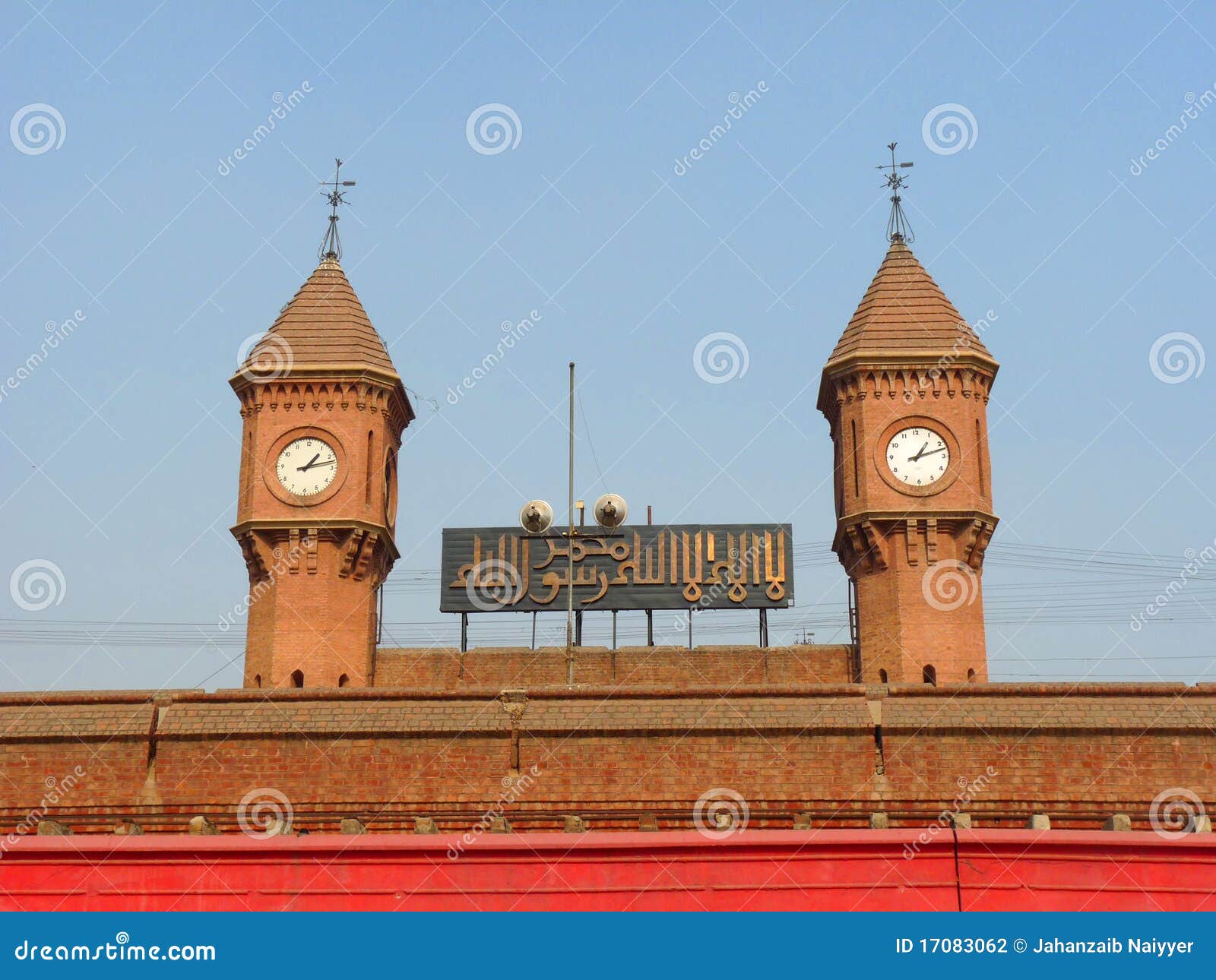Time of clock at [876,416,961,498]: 1:12
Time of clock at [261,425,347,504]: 1:12
